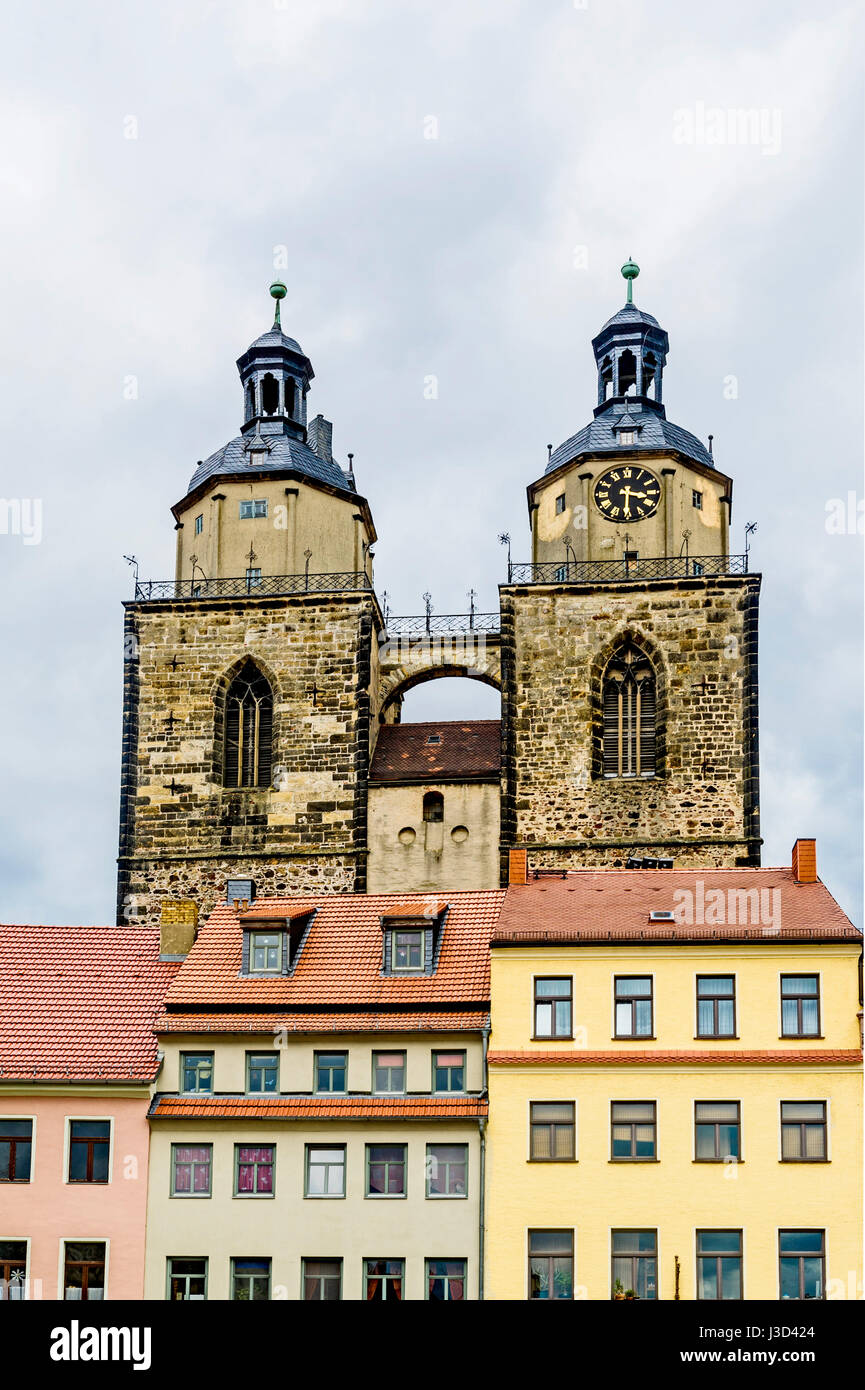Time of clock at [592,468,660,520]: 3:30
